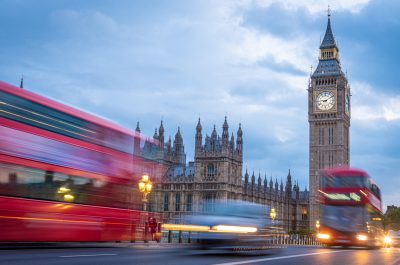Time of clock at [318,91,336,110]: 9:10
